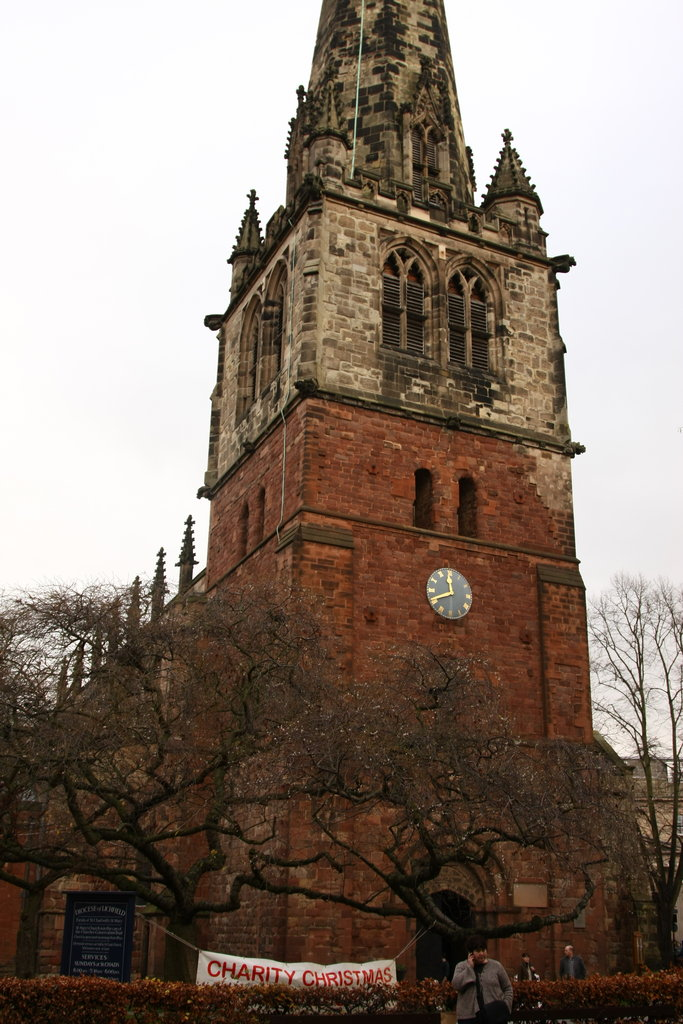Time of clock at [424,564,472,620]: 11:41
